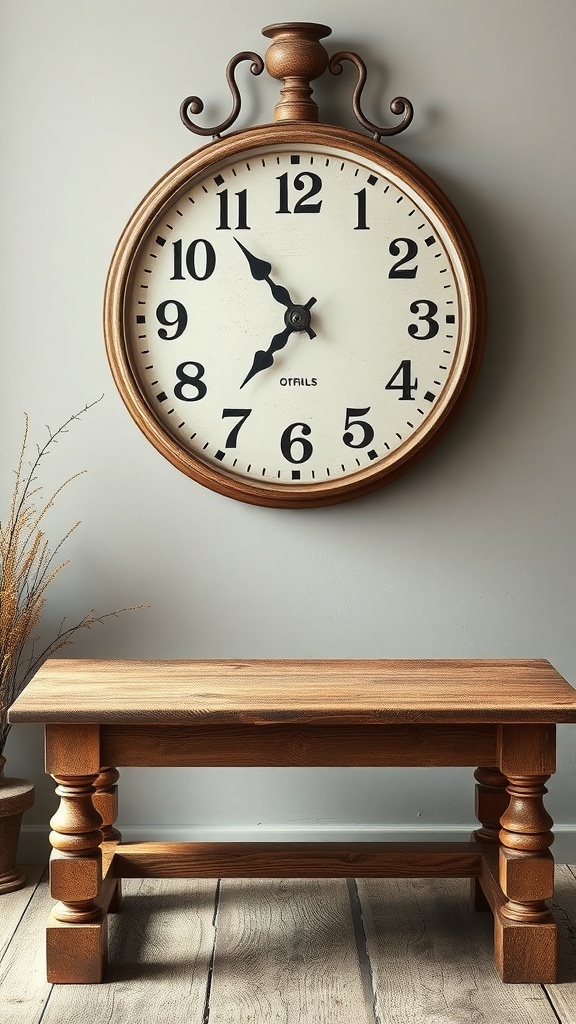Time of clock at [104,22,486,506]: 10:36
